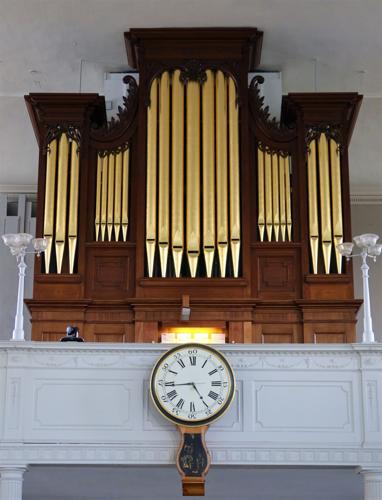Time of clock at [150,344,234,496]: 4:43
